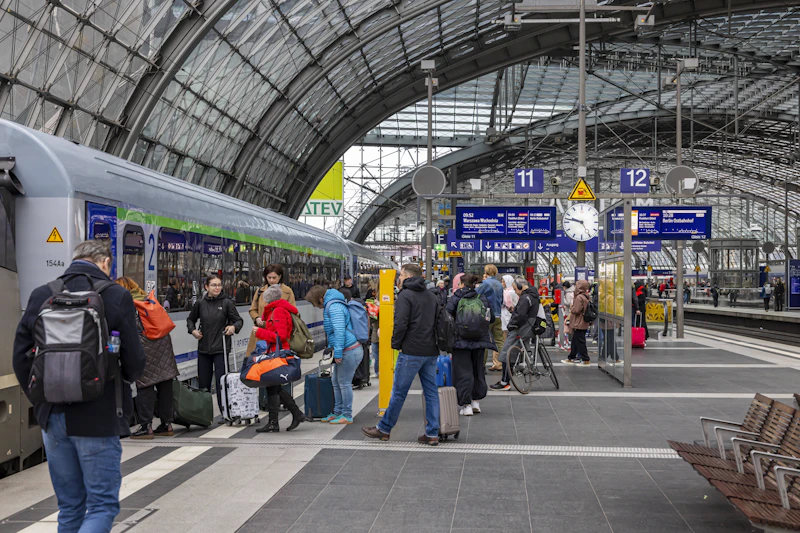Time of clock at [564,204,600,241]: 9:47
